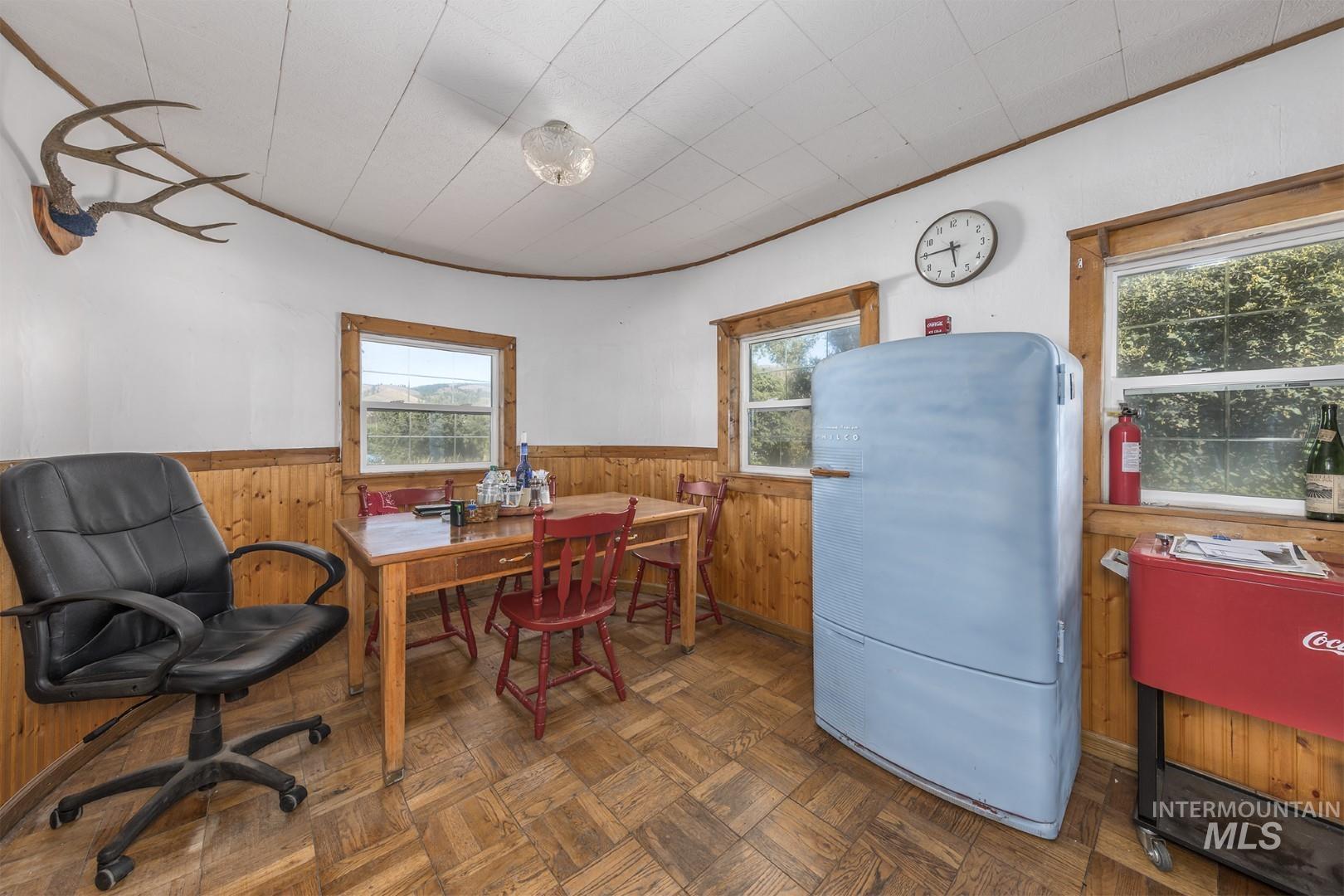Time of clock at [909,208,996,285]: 5:45
